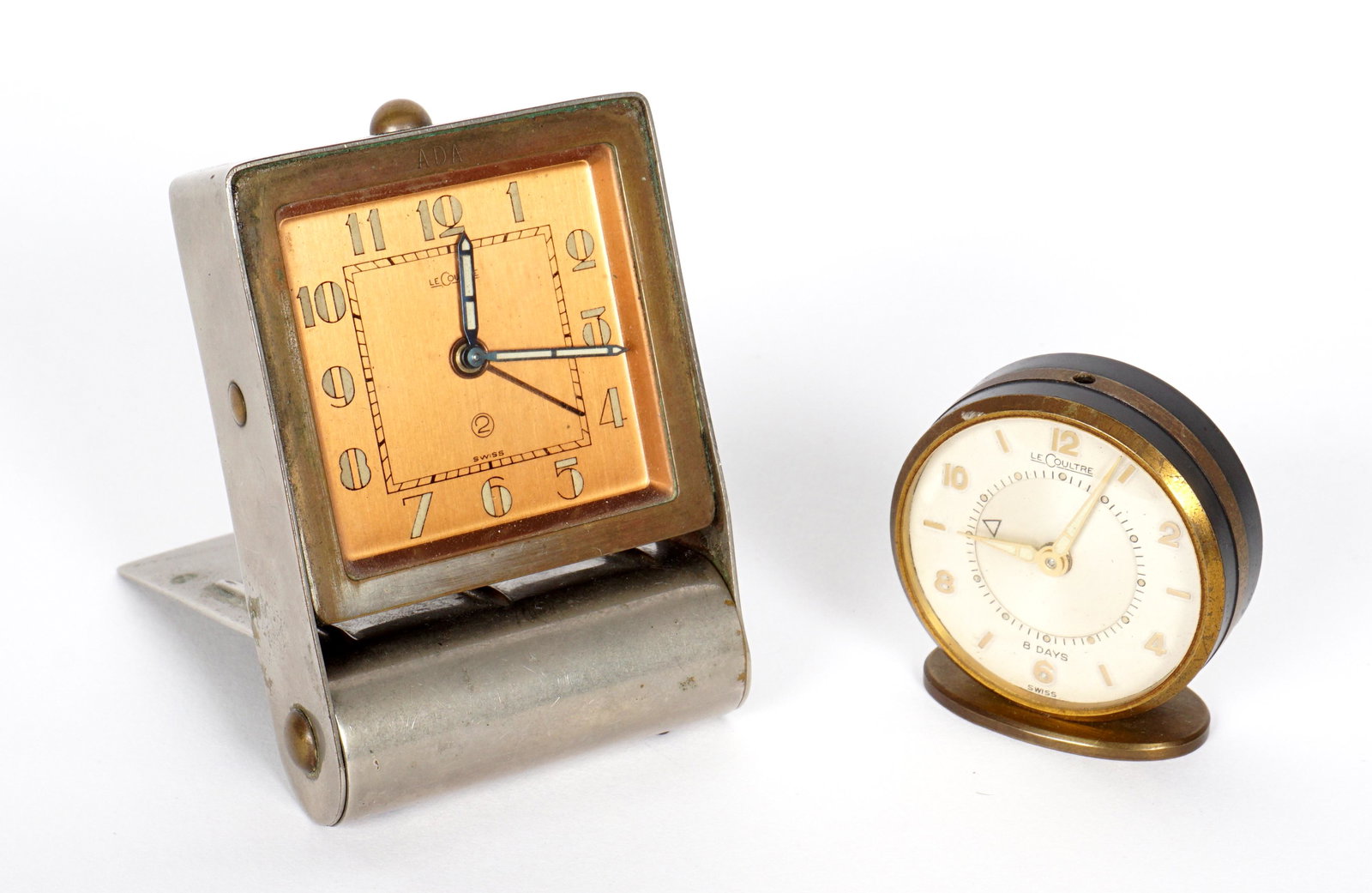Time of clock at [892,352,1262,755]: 9:04
